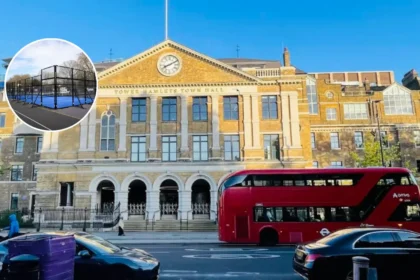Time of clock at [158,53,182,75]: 8:10
